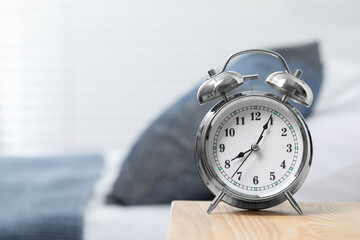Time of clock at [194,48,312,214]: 8:04
